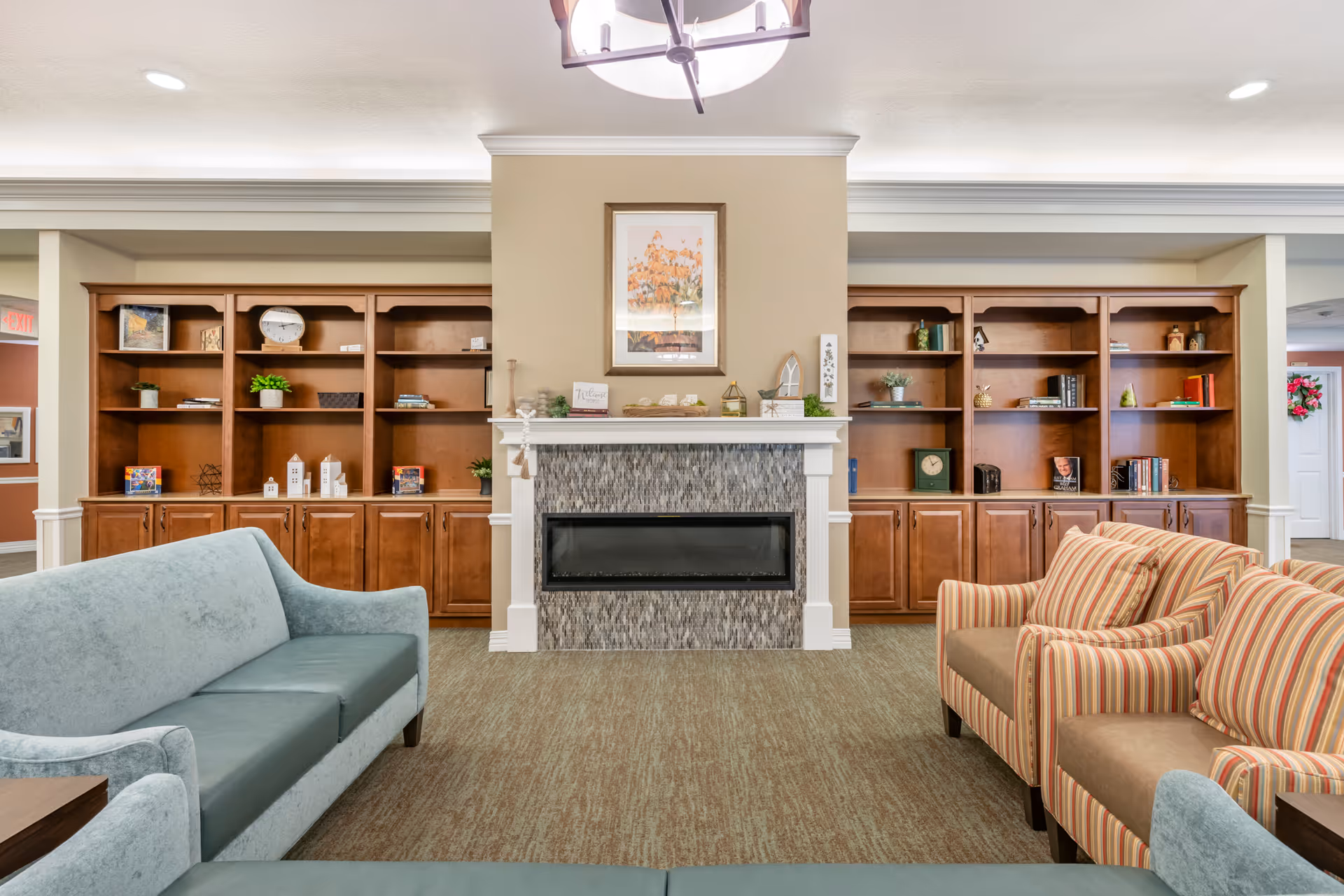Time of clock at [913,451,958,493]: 1:56
